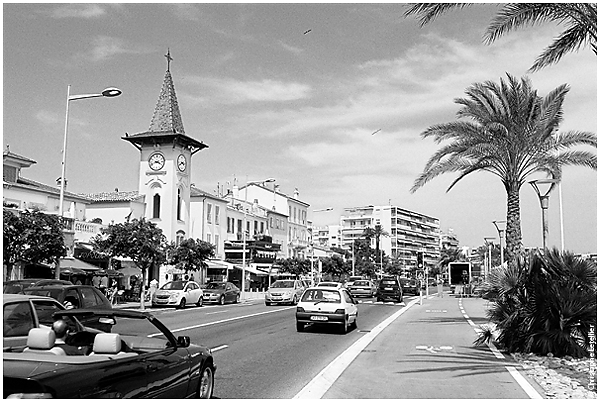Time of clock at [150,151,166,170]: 3:41
